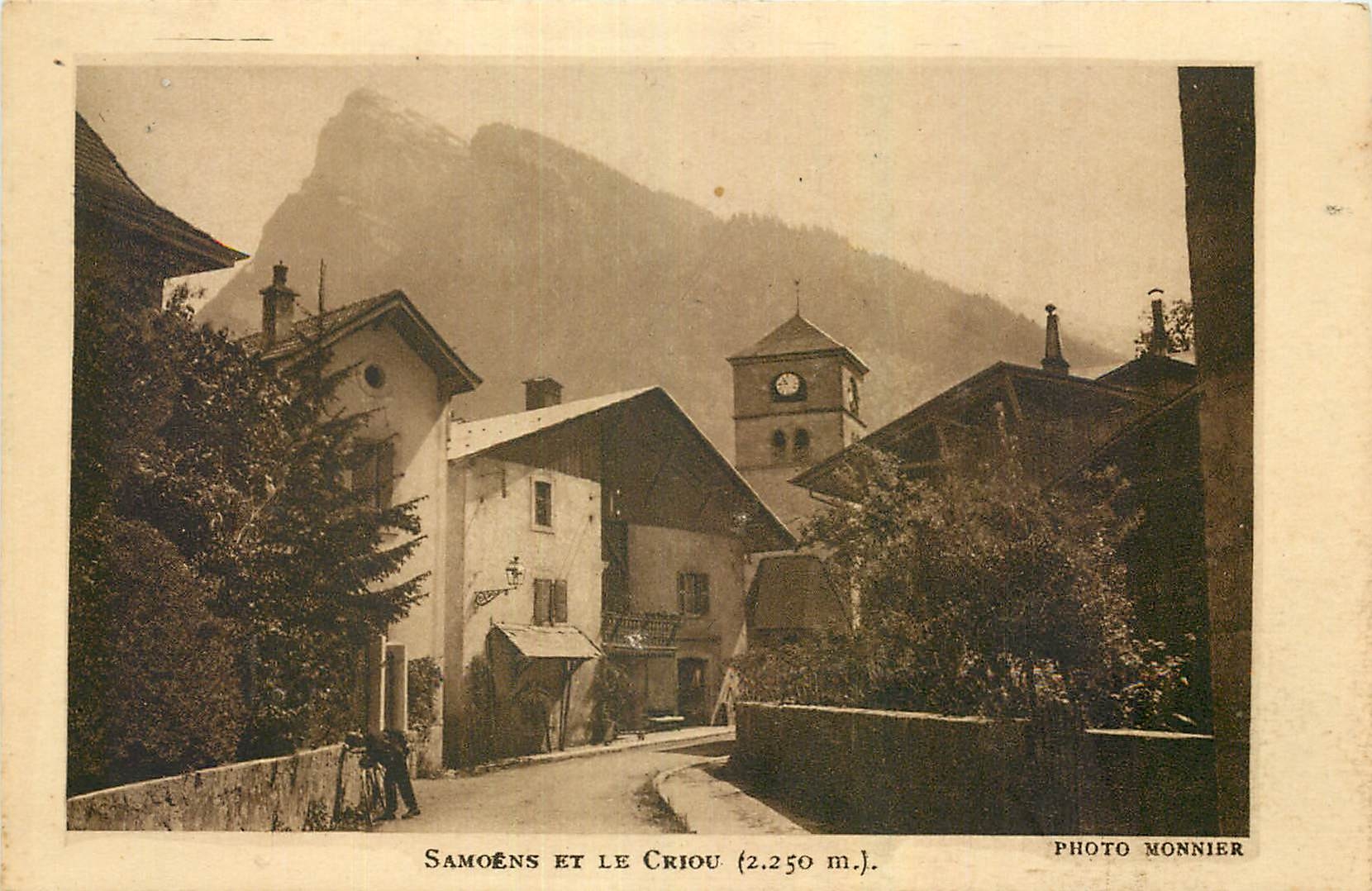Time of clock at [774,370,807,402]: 10:43
